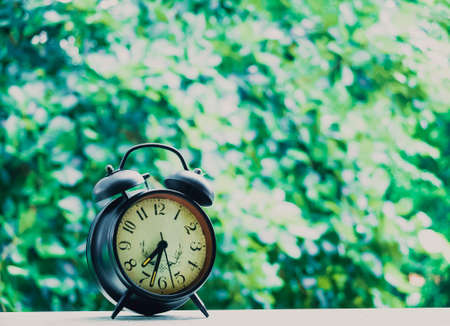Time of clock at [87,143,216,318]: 7:32
